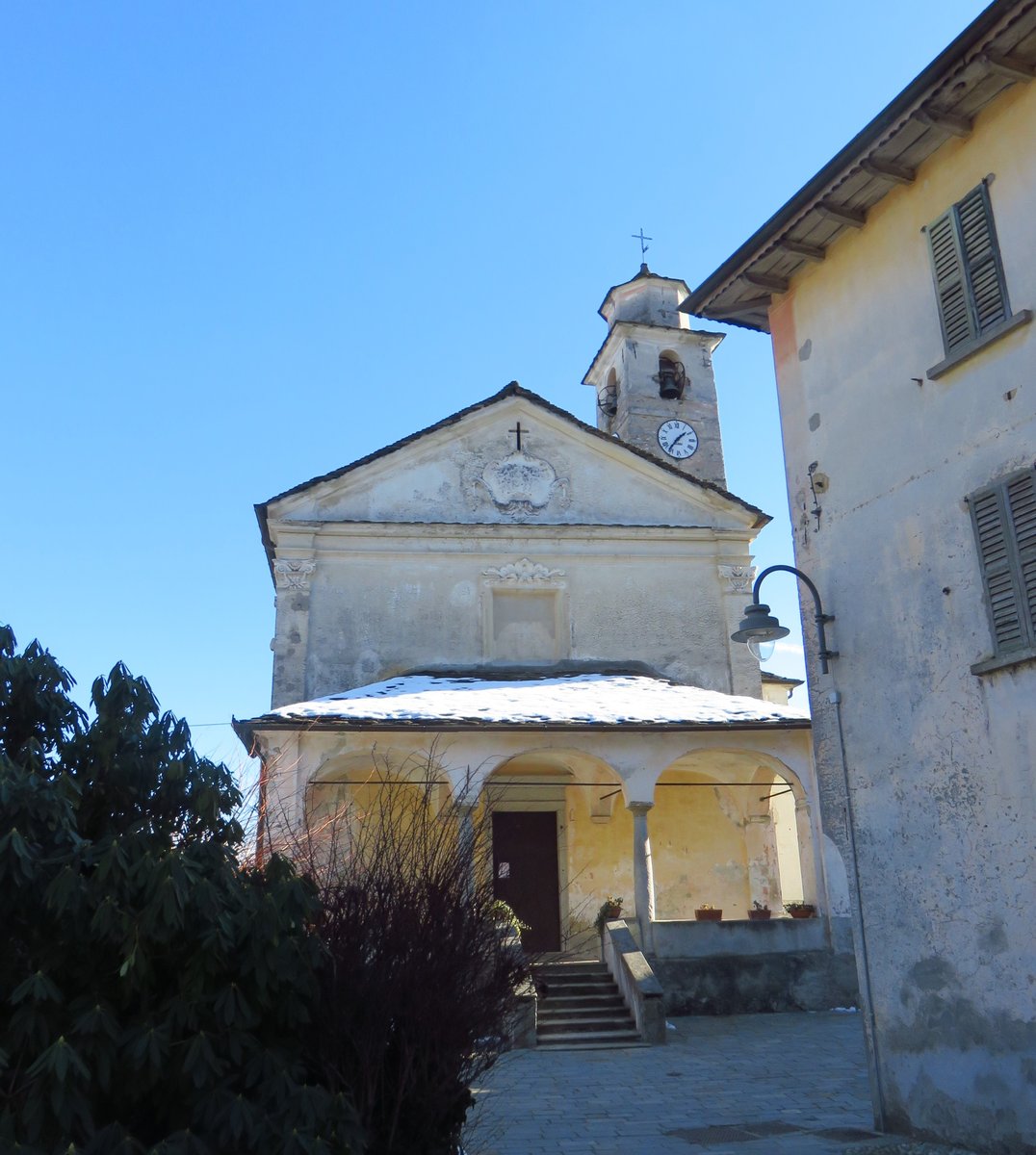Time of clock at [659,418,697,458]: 1:36
